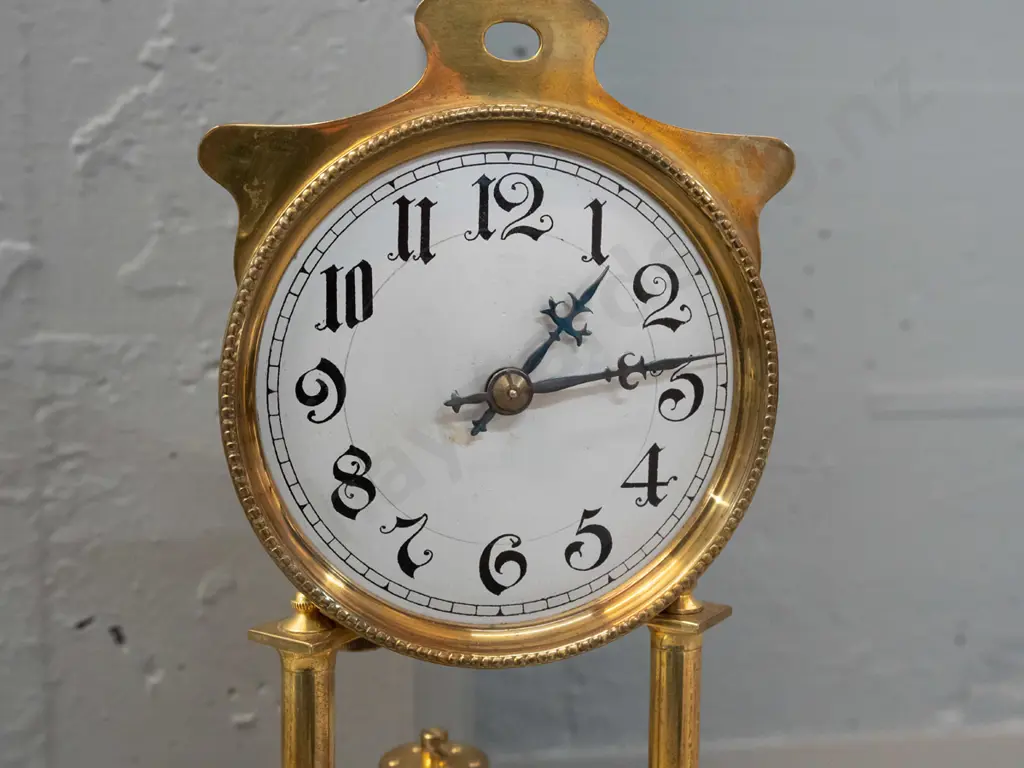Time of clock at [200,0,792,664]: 1:13
